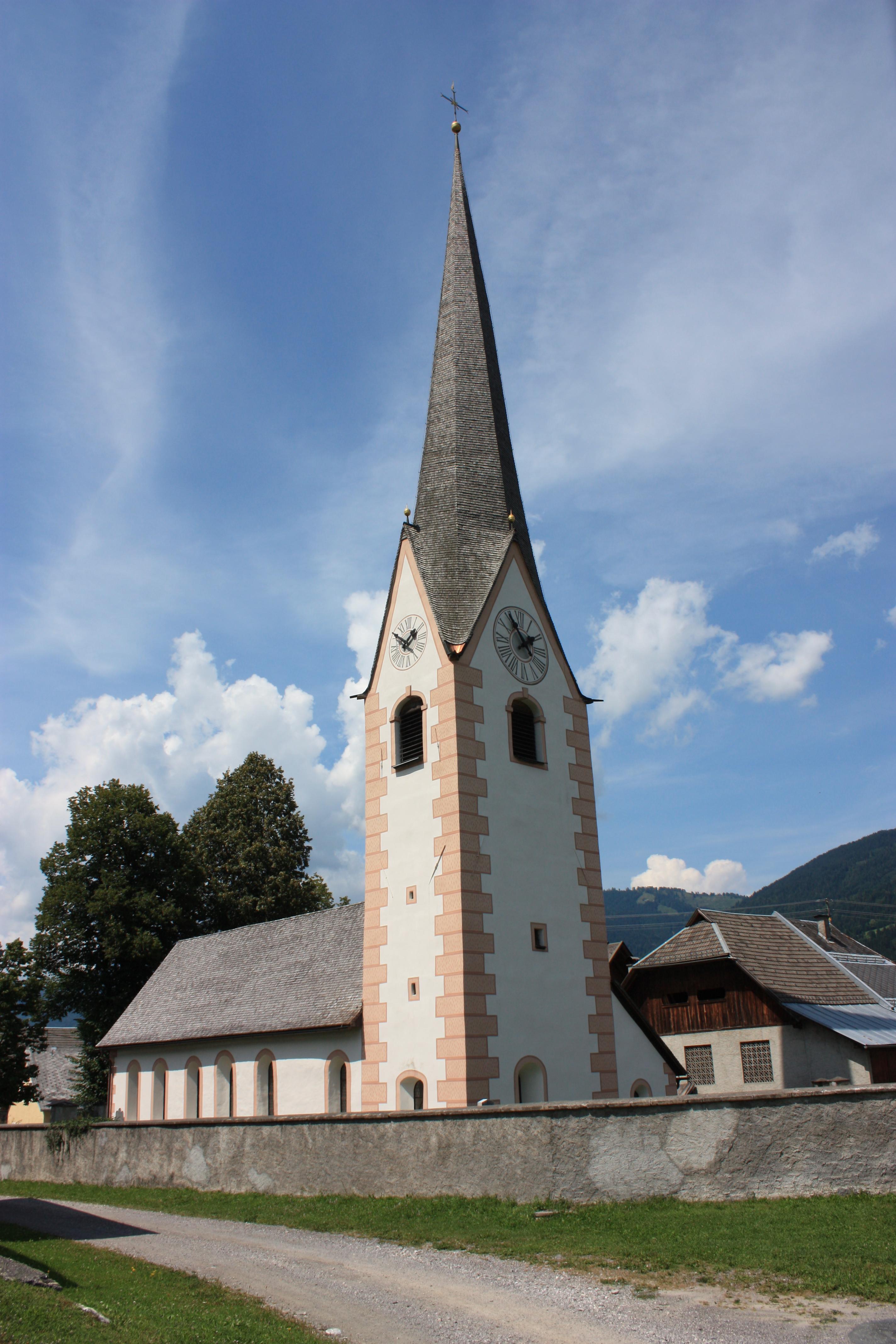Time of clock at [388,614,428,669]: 1:50
